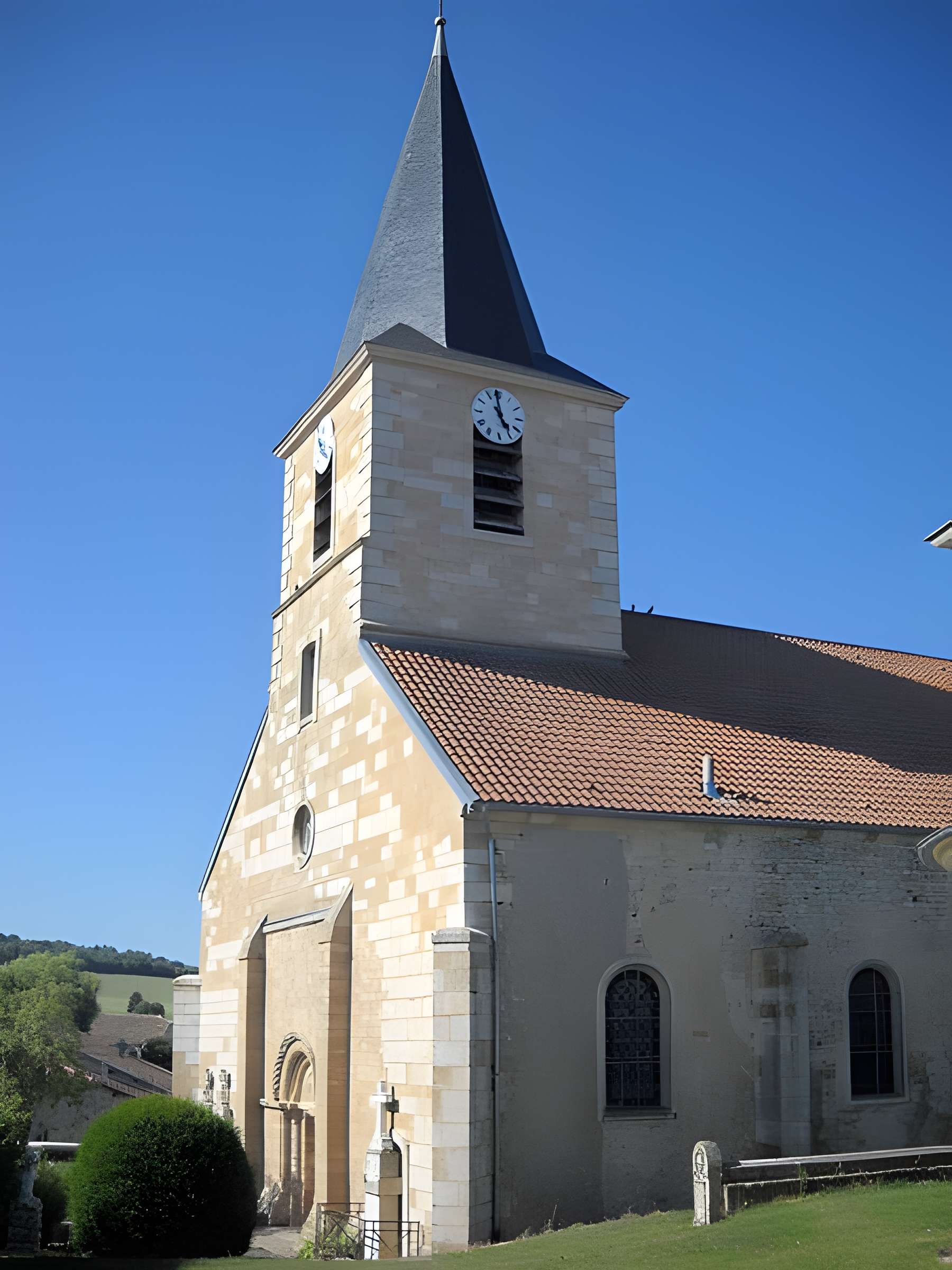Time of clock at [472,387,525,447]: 4:58
